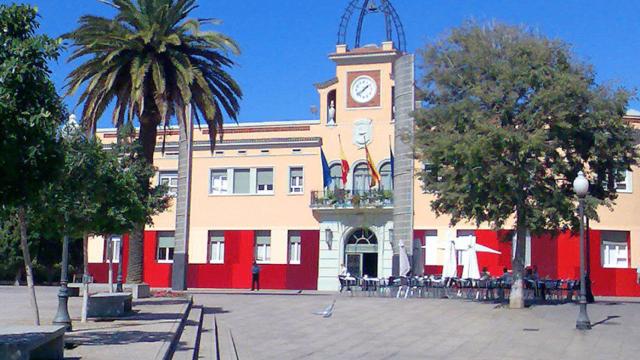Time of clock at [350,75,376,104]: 1:38
